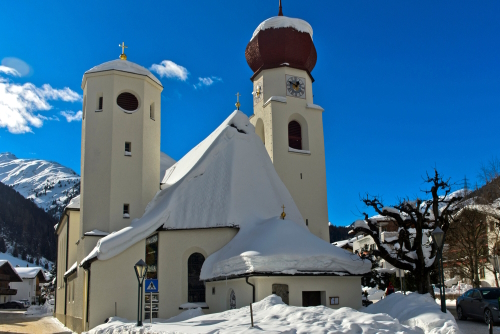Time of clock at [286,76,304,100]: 12:49
